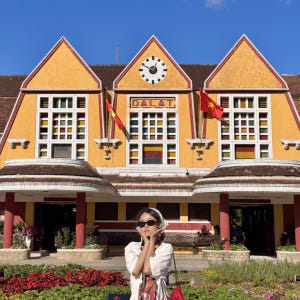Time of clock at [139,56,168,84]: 12:49
